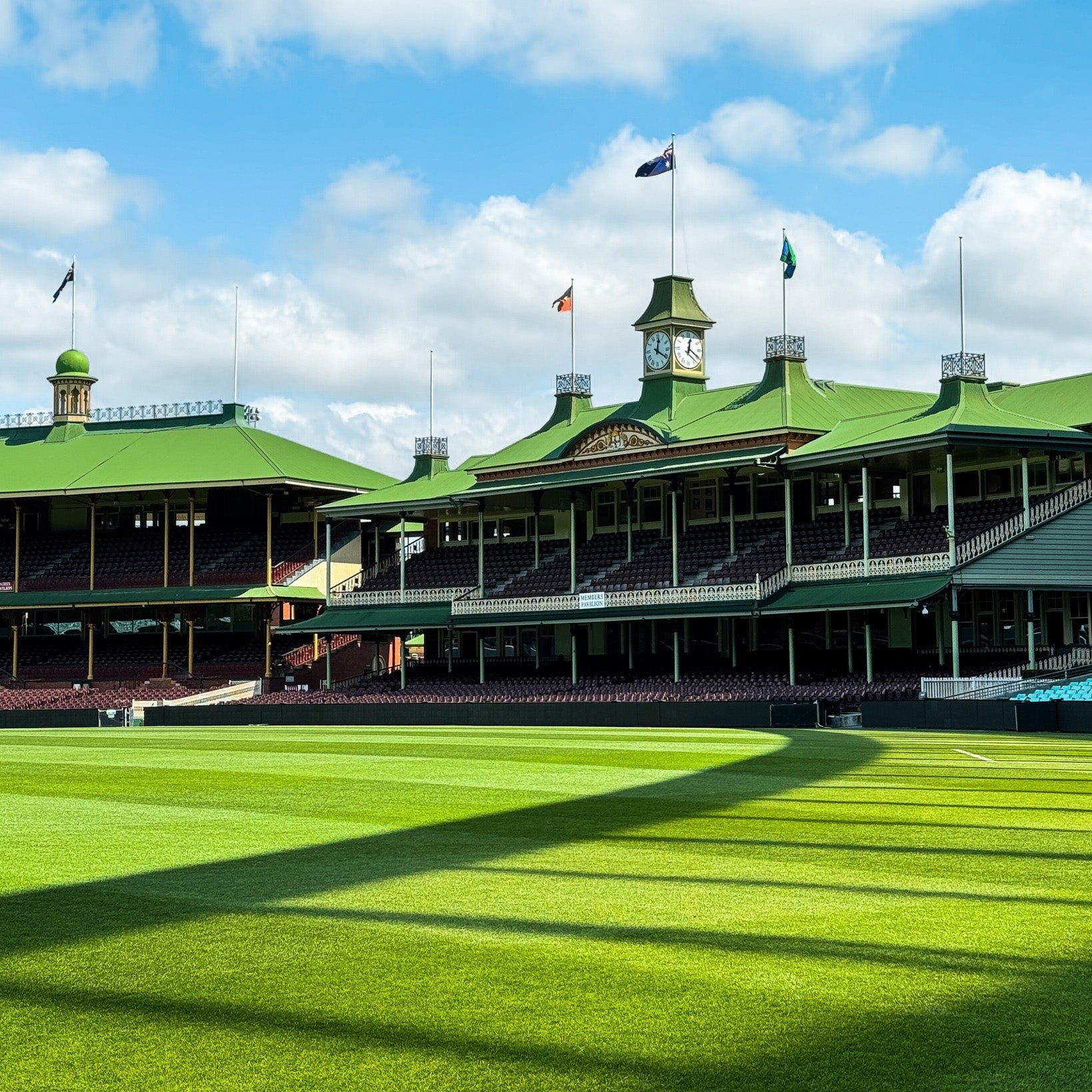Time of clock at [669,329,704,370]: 12:20
